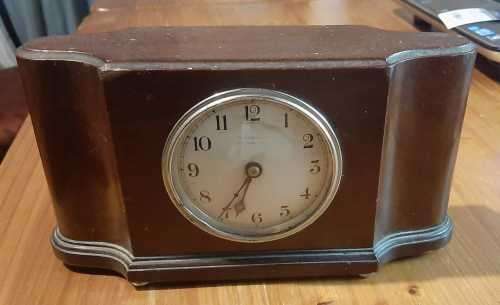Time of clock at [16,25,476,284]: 6:34
